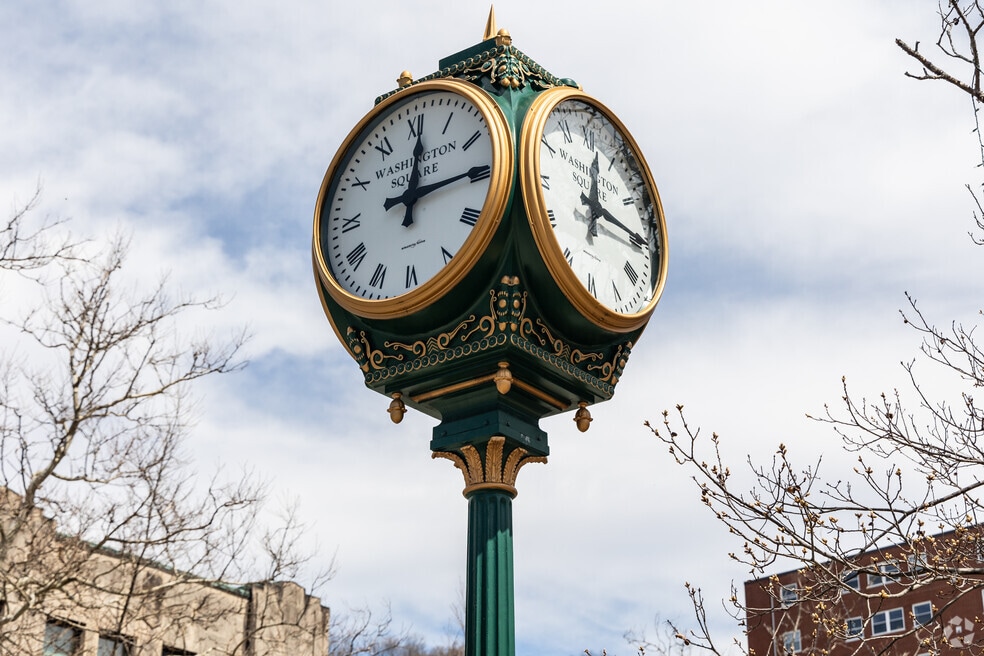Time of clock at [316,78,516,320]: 12:14
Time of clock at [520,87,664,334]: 12:14
